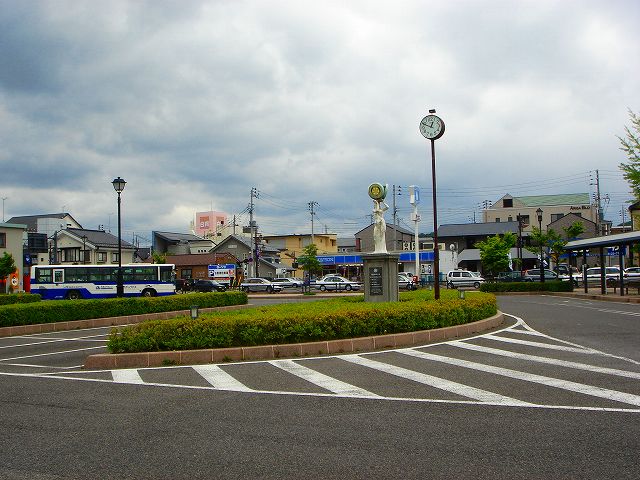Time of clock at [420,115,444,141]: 12:48
